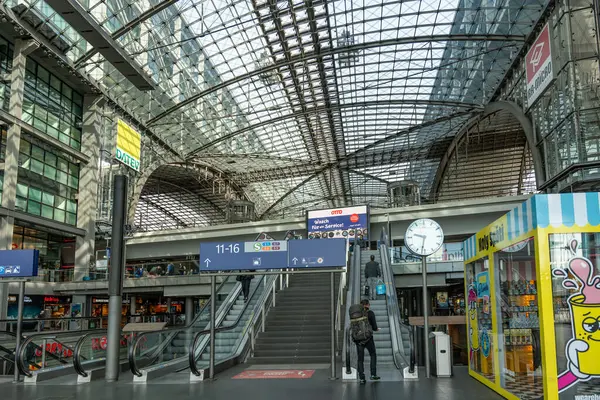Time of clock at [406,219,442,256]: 9:31
